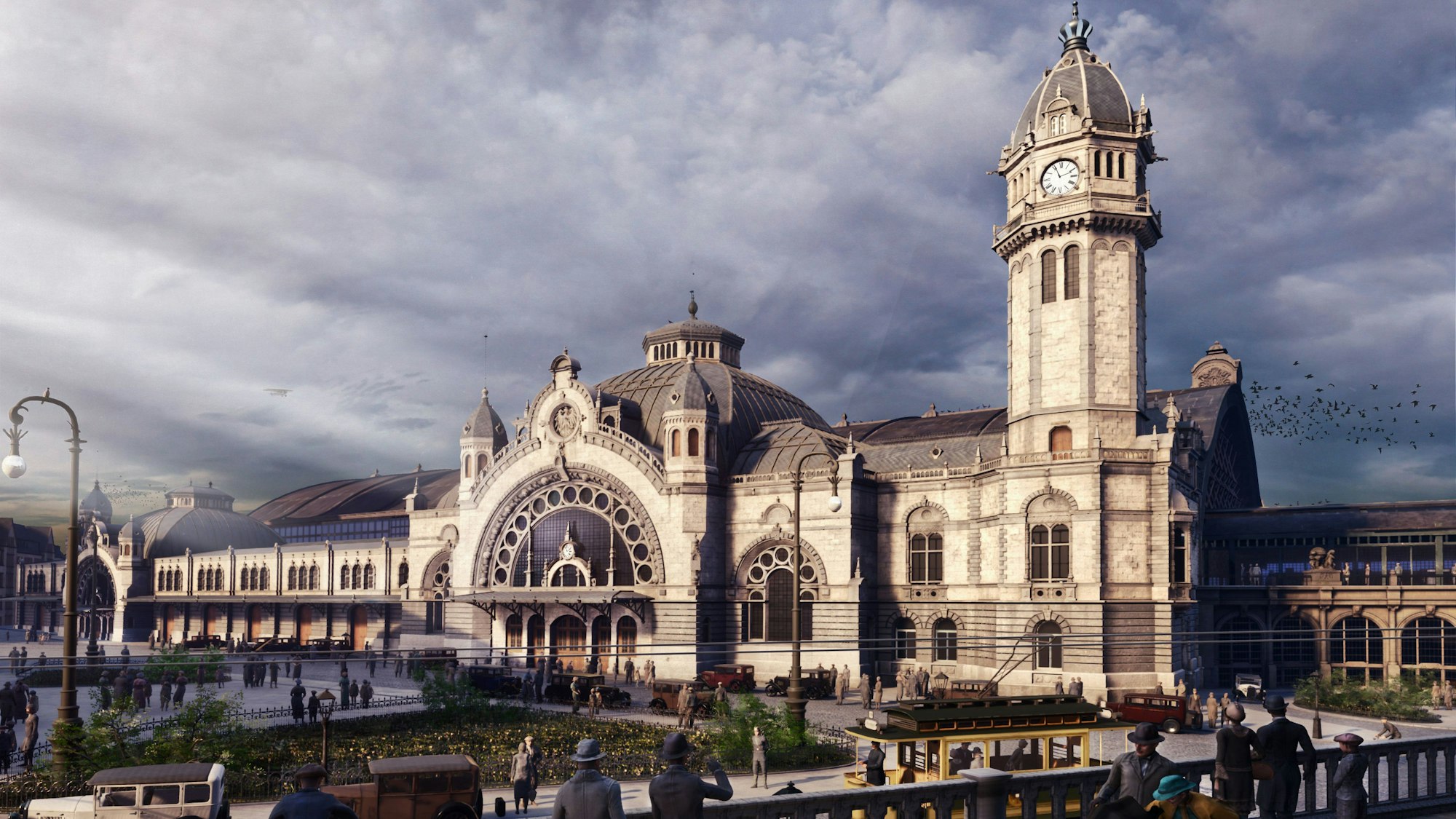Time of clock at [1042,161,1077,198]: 11:11
